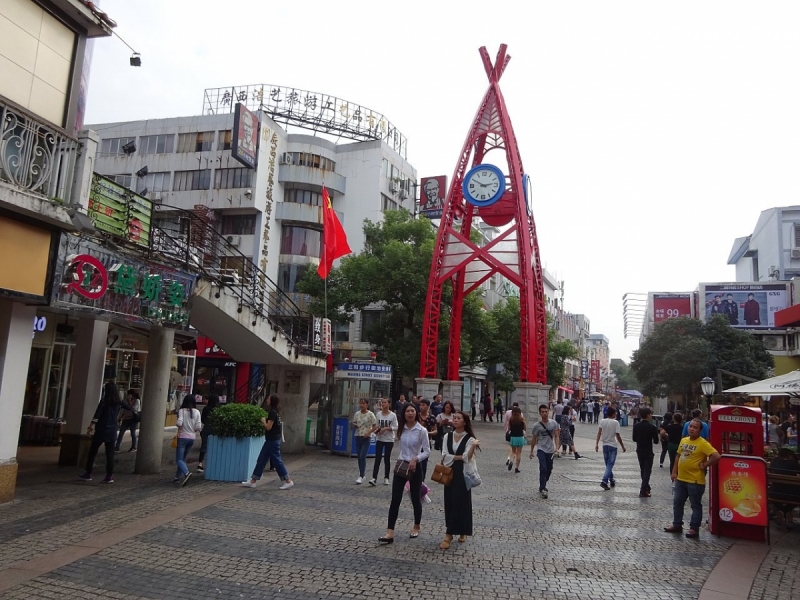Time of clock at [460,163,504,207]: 2:49
